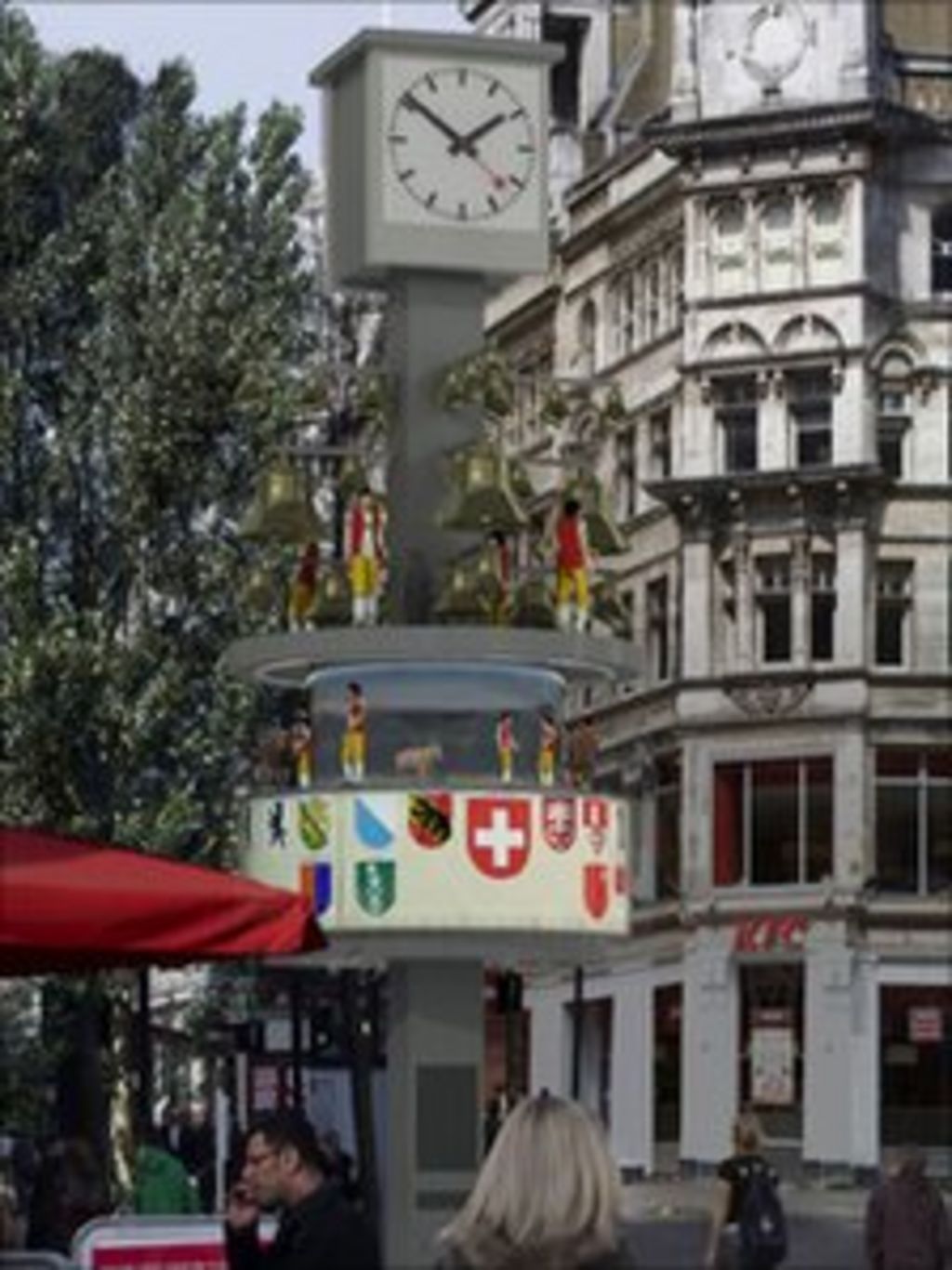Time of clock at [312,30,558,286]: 1:51
